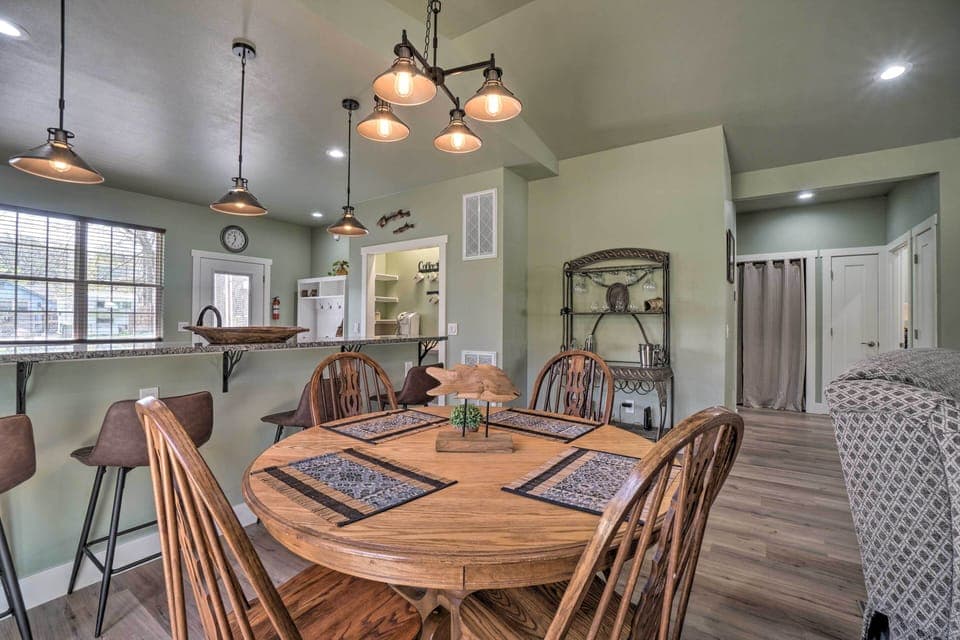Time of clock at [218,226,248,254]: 11:34
